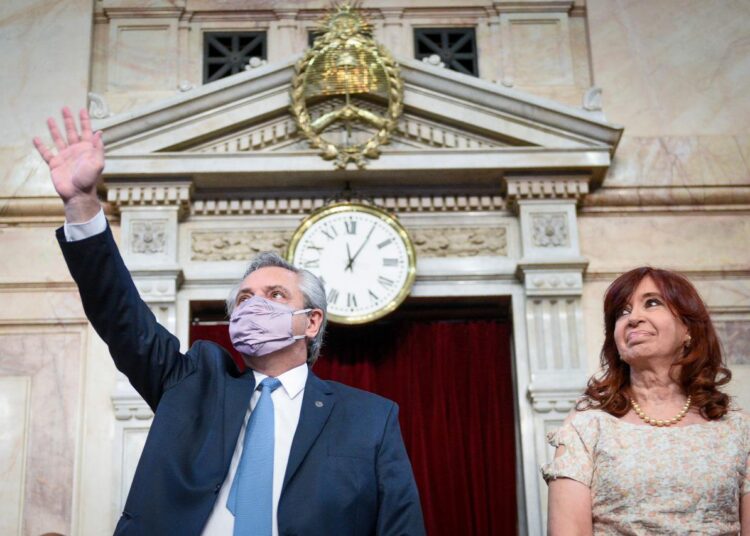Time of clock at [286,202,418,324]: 12:05
